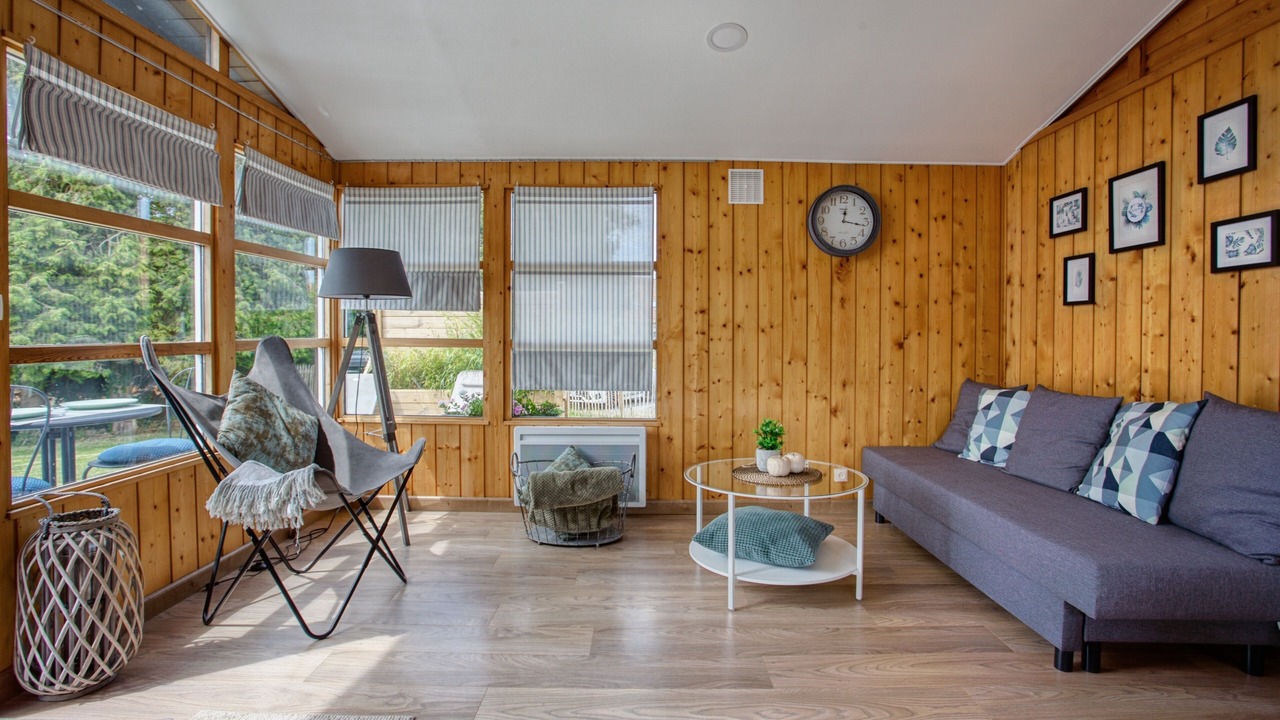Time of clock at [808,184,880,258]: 12:16
